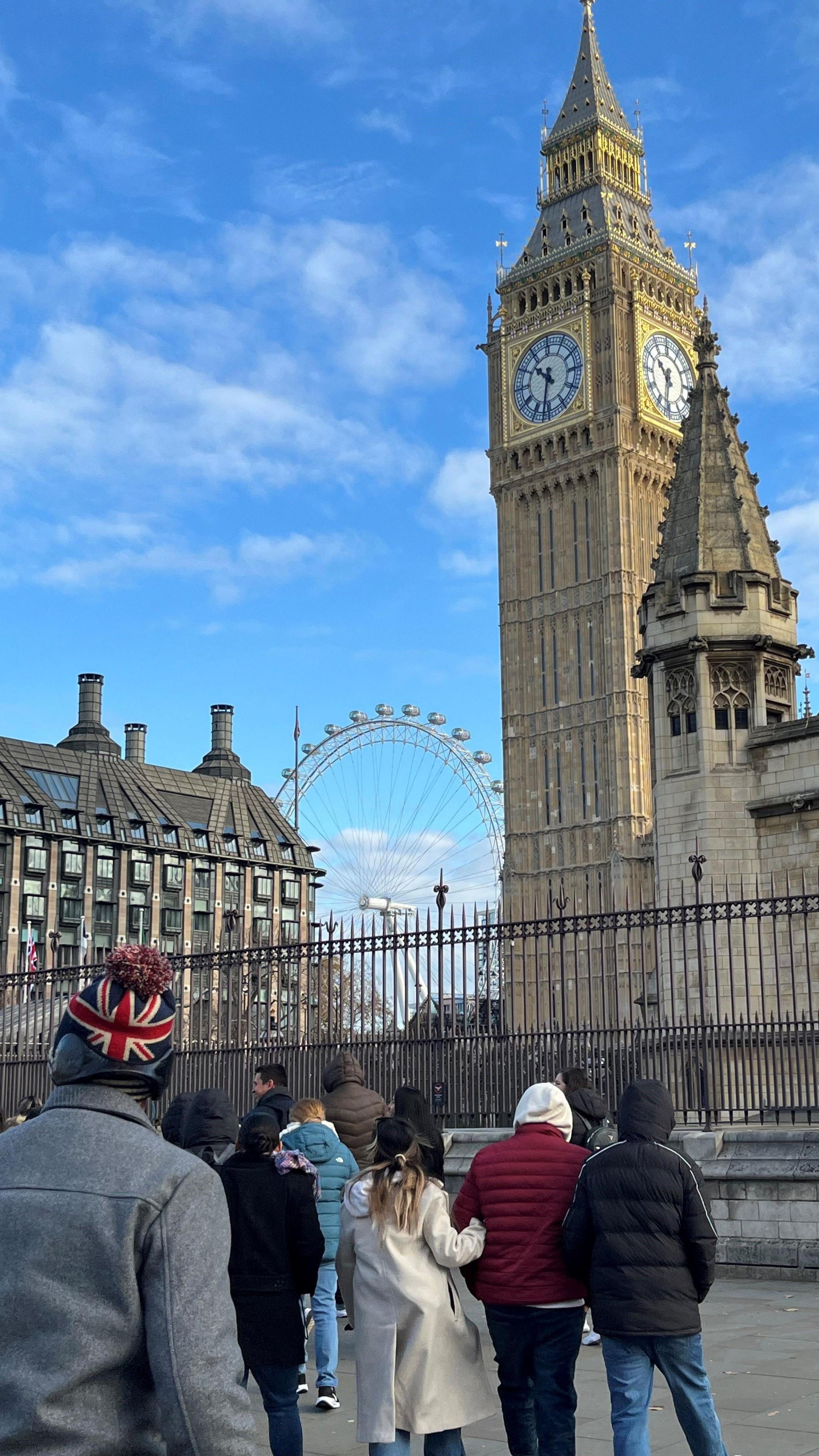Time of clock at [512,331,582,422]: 10:32
